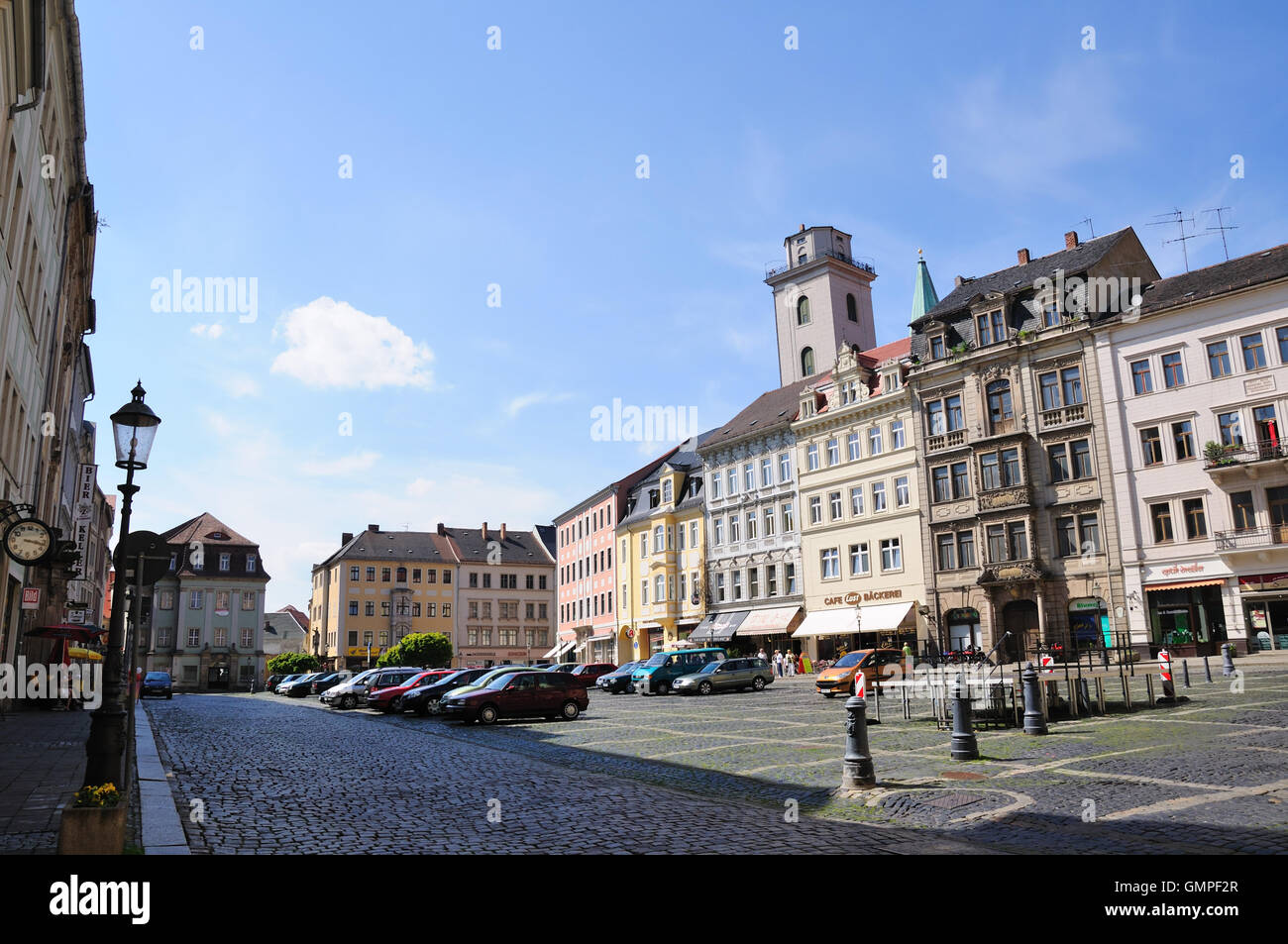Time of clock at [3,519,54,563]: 3:17
